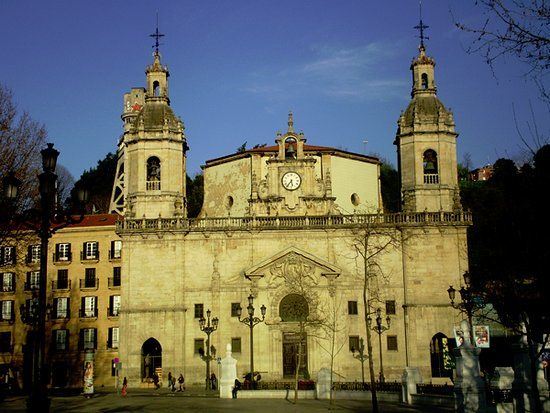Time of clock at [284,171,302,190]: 5:36
